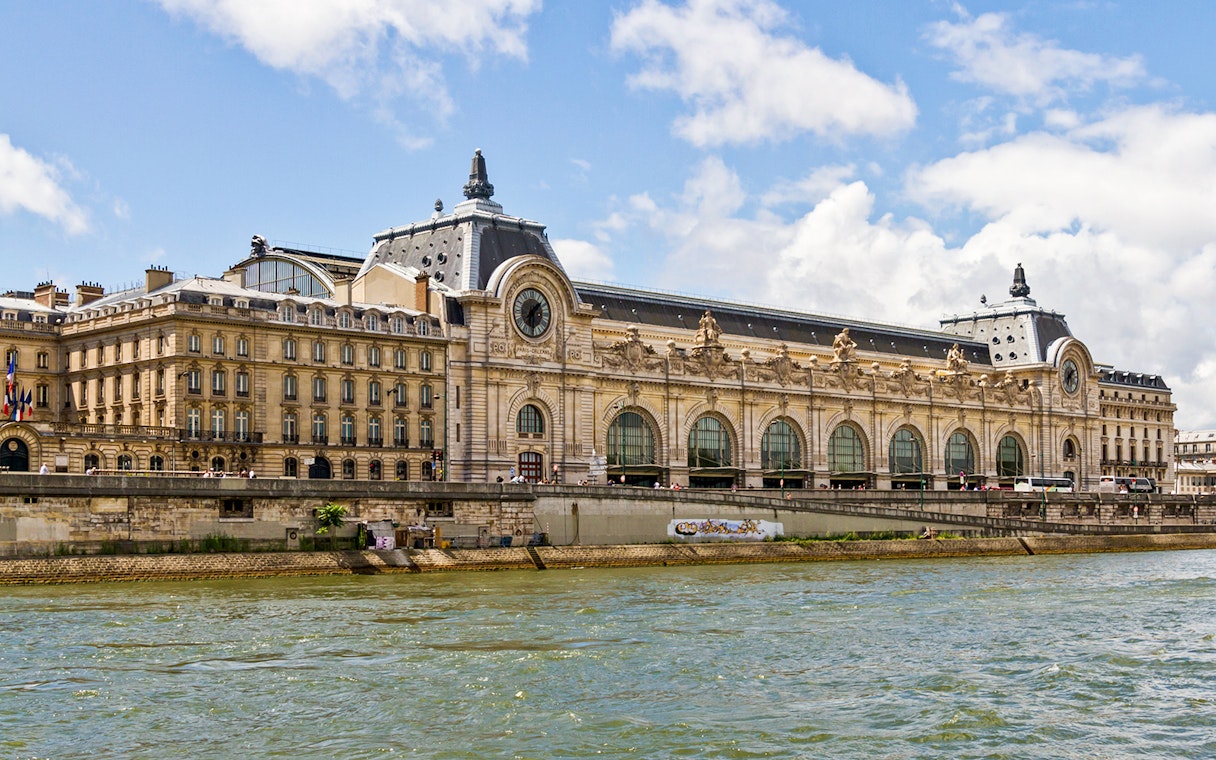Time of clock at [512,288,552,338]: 1:30
